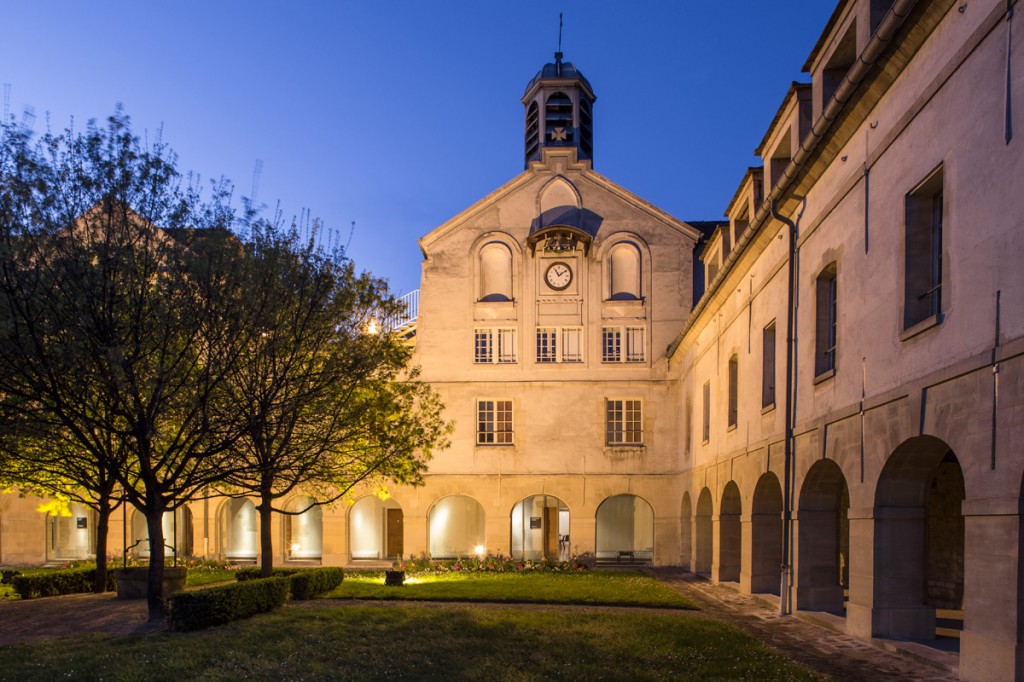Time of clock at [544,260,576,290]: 11:08
